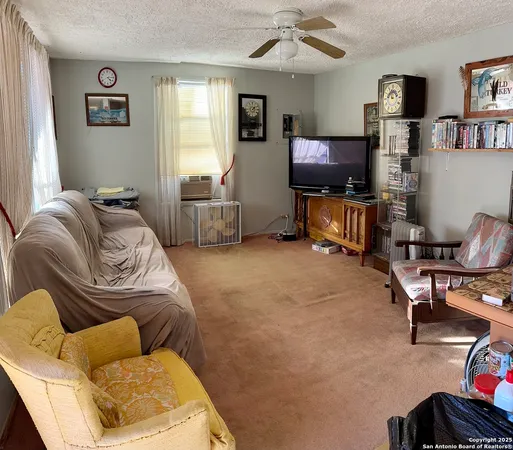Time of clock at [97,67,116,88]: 4:14
